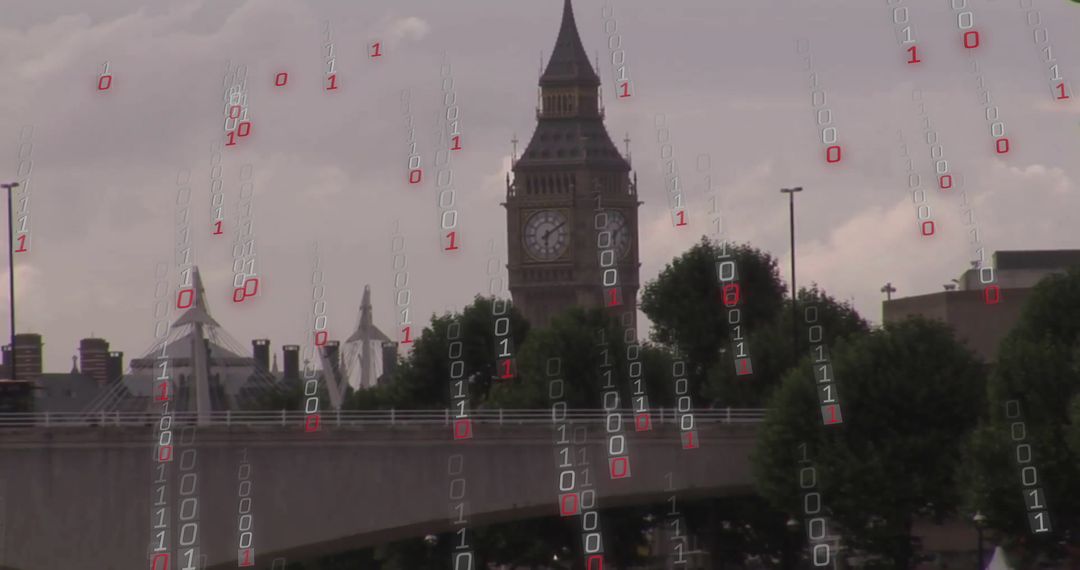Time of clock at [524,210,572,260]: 6:10
